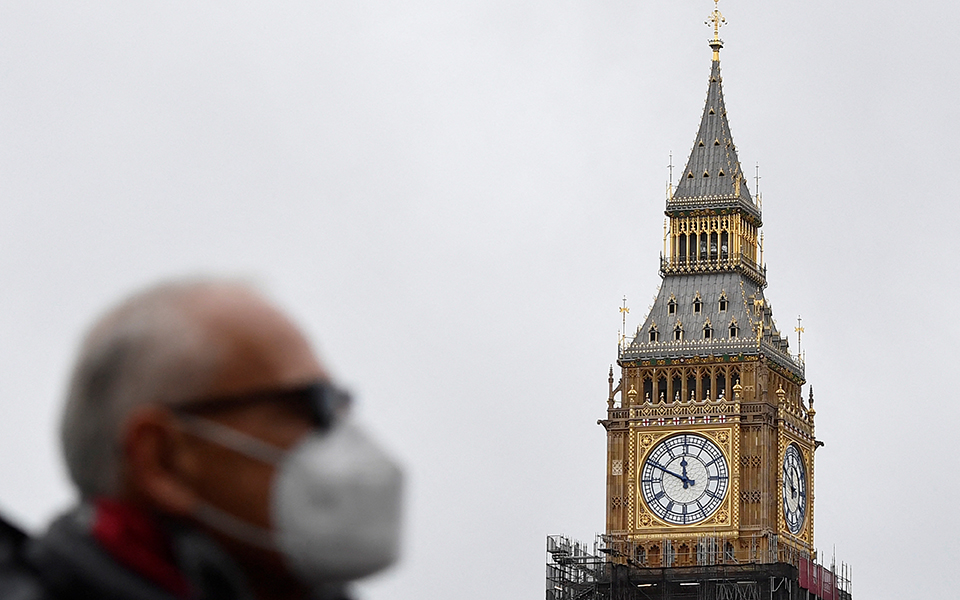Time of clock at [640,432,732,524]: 11:48
